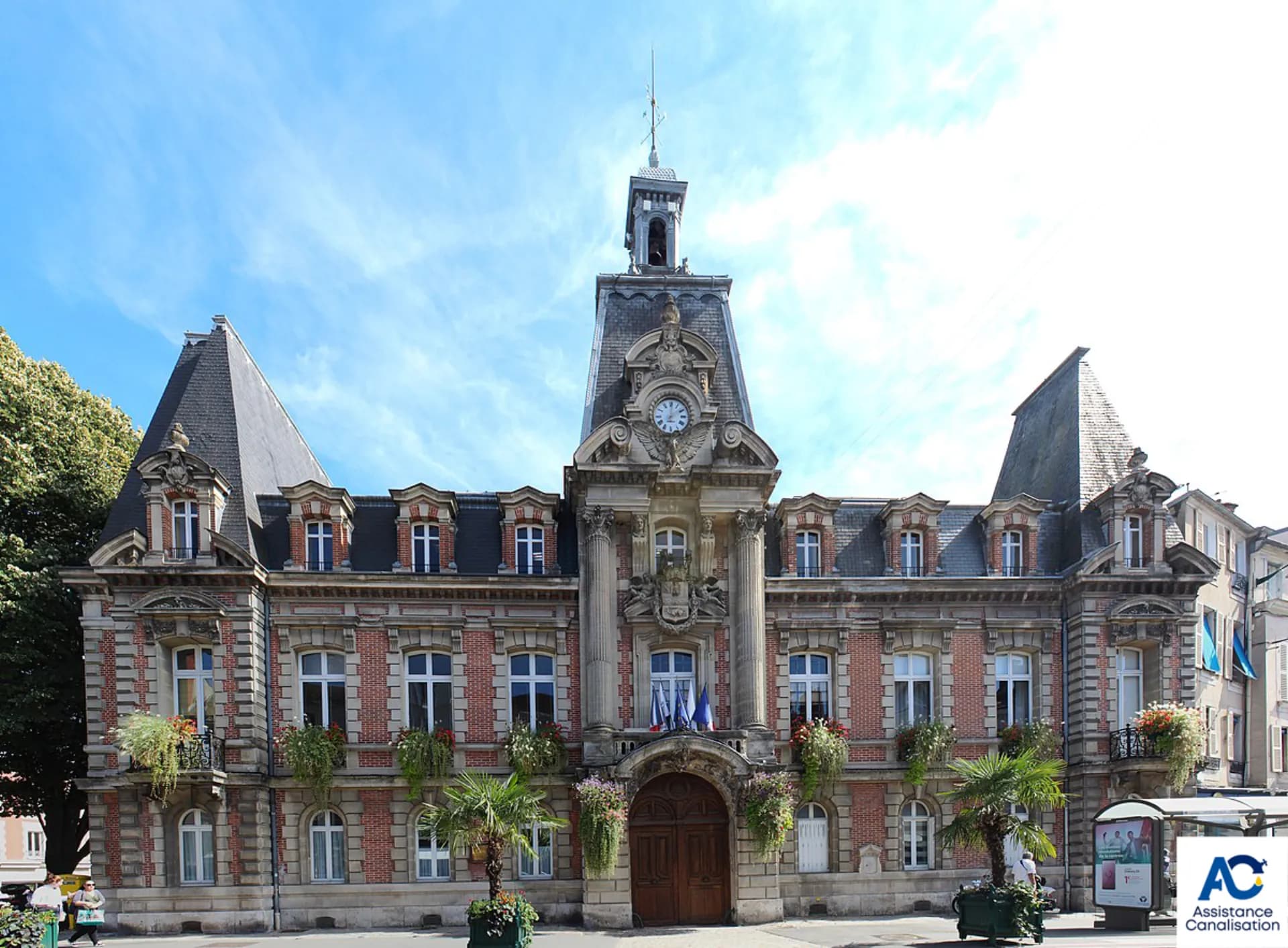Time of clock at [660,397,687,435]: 6:00
